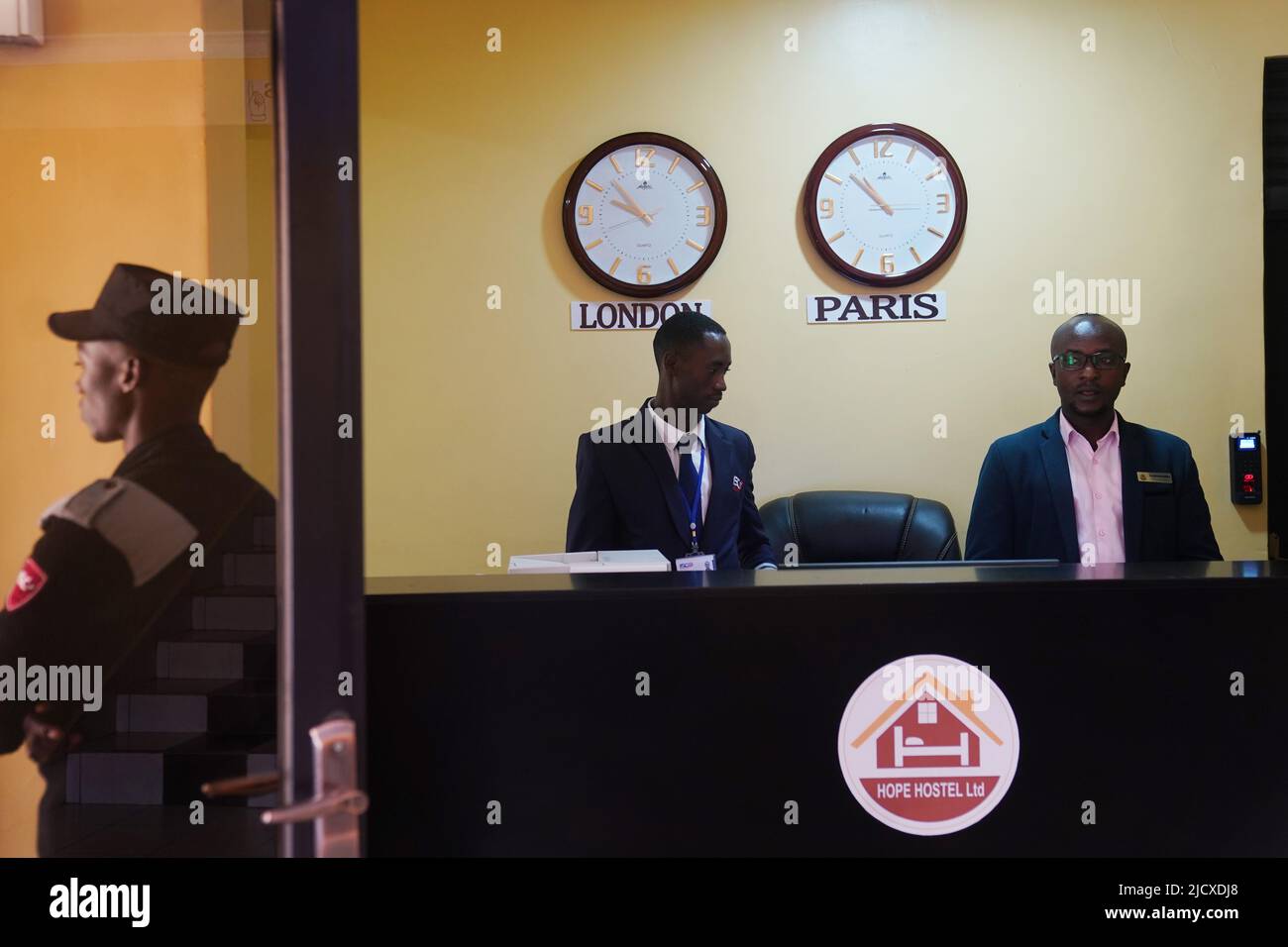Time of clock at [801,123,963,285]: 10:52
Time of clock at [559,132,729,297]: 9:53
